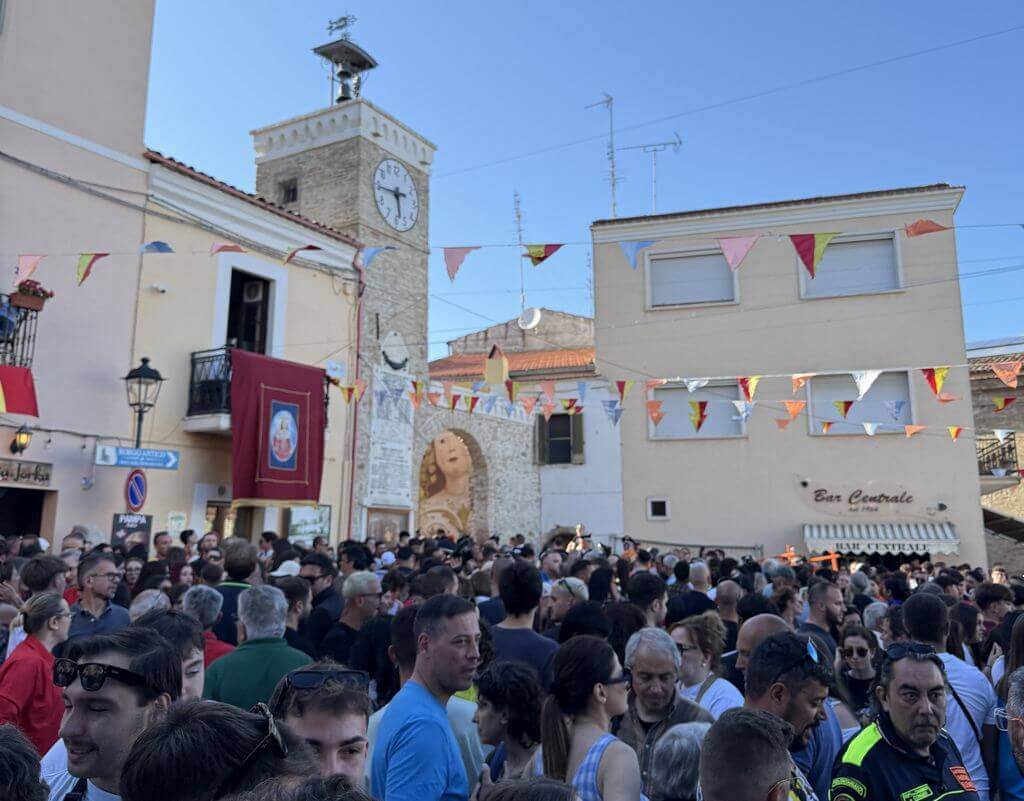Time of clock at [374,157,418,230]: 5:44
